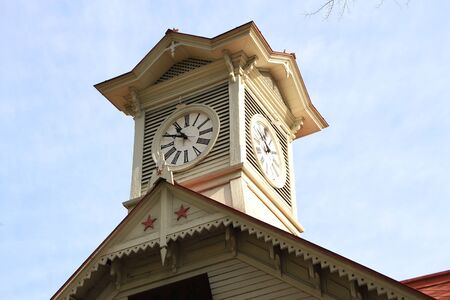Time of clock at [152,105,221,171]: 10:48
